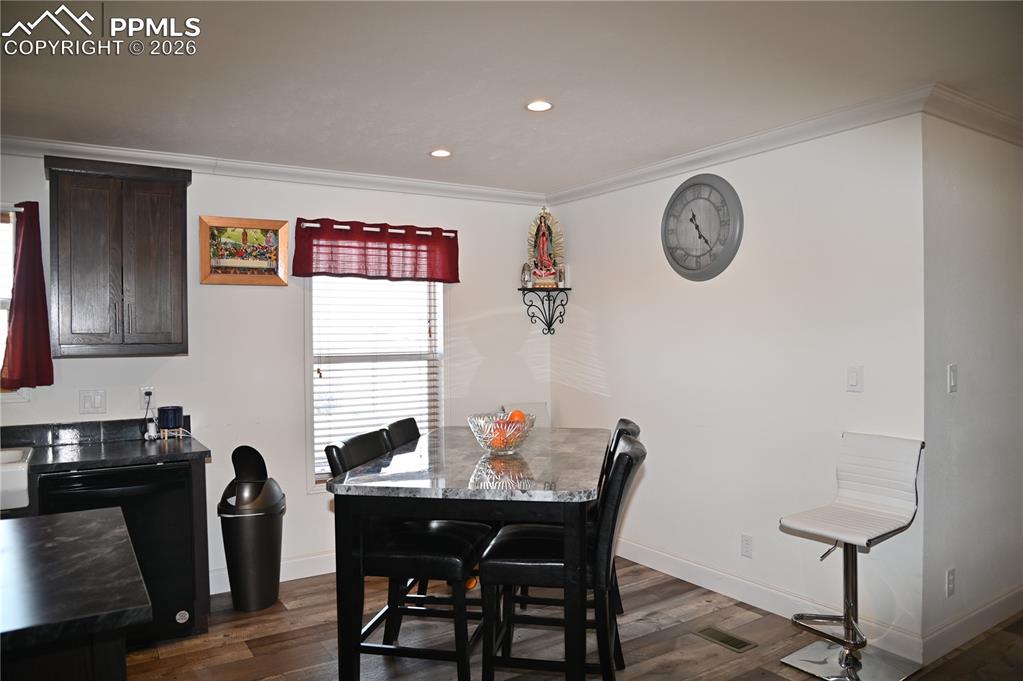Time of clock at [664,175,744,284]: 11:23
